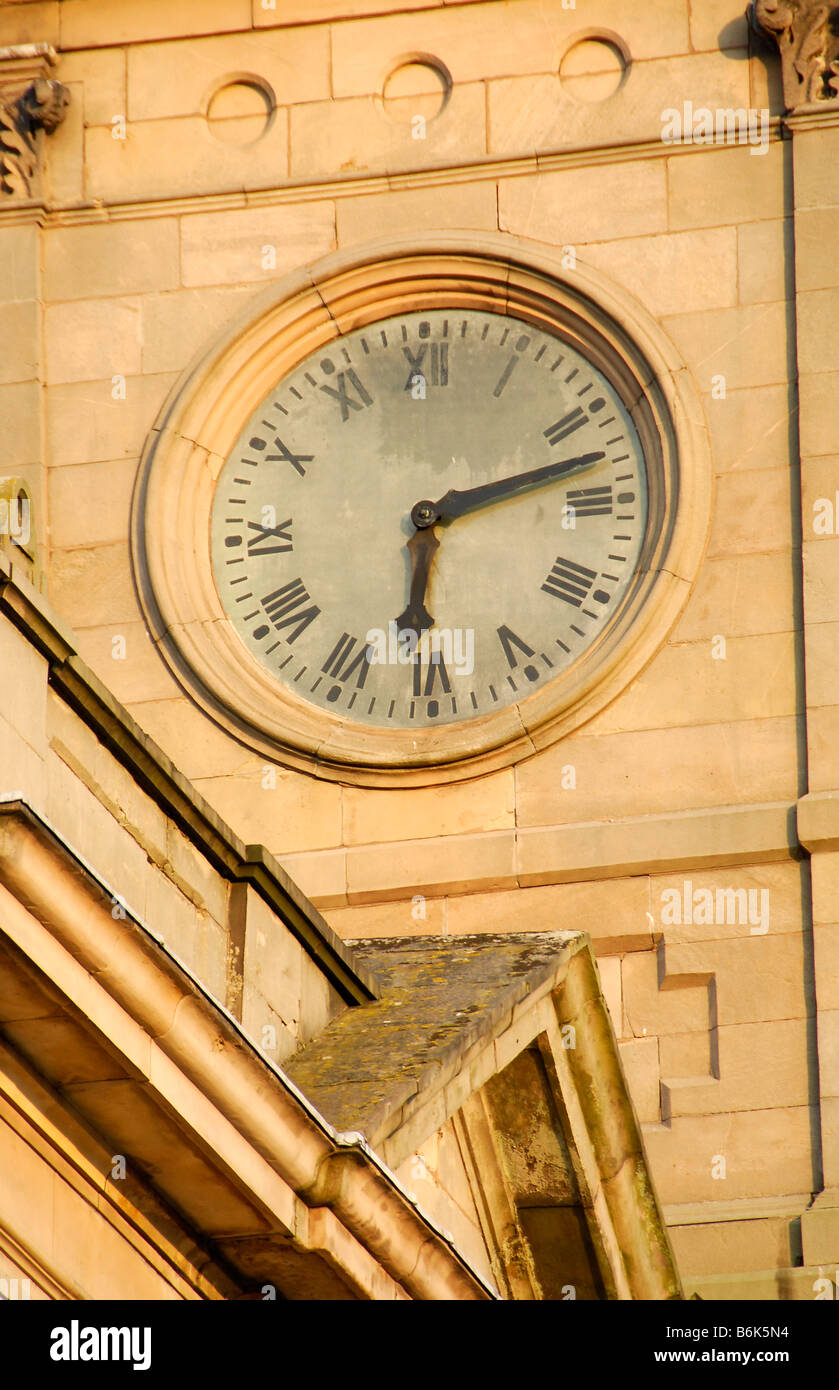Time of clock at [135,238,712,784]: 6:12
